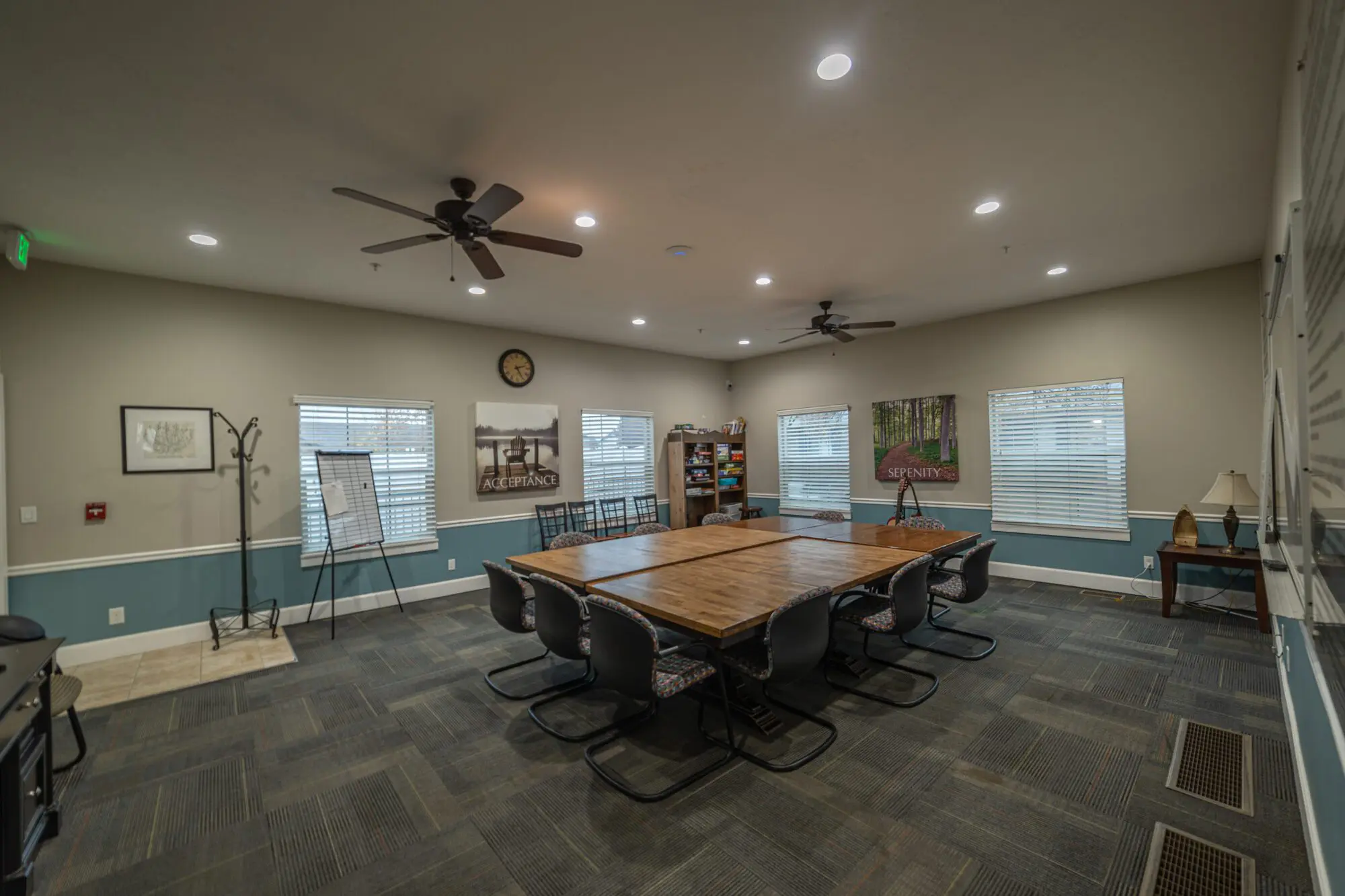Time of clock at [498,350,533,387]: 2:25
